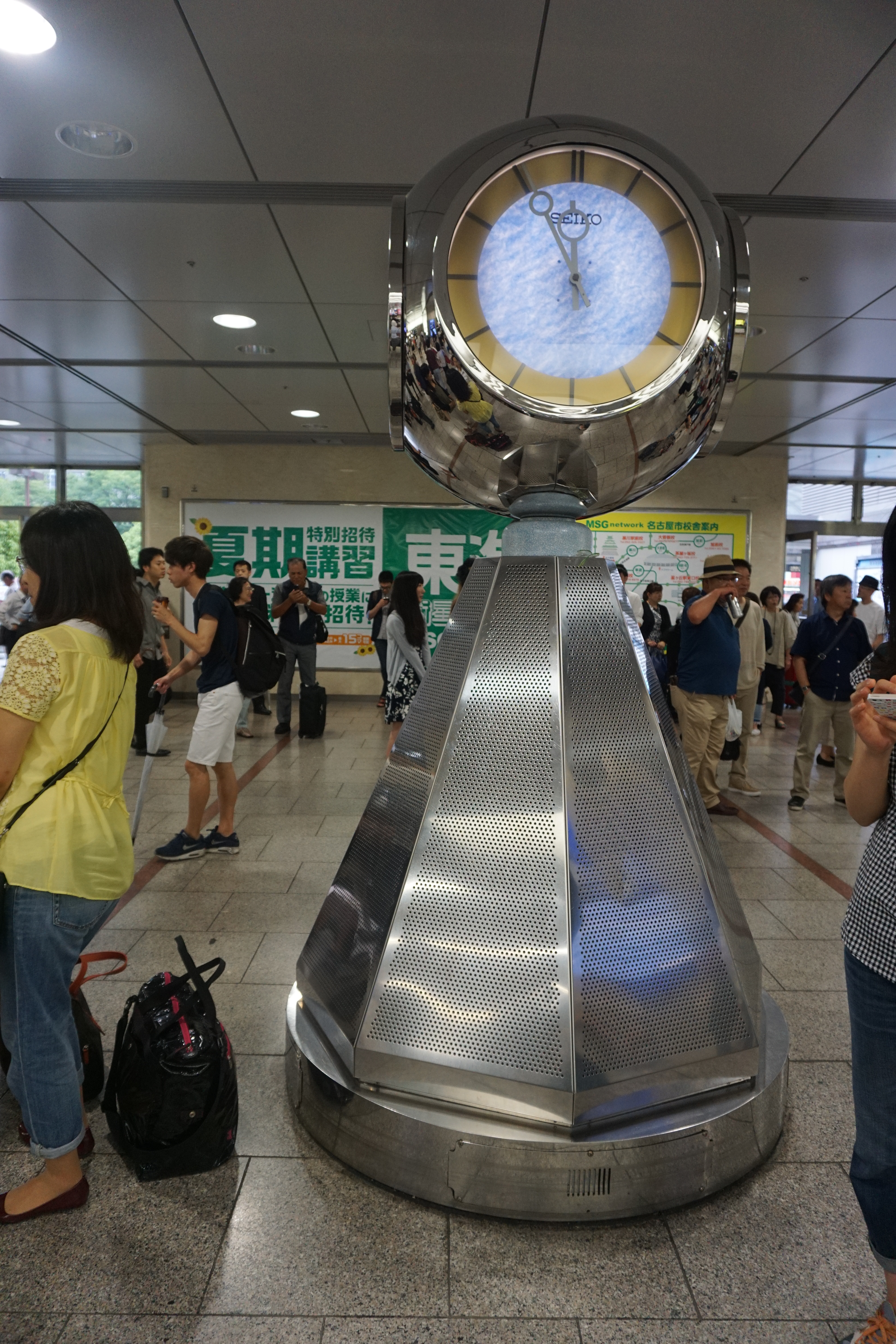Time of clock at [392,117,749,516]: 11:55
